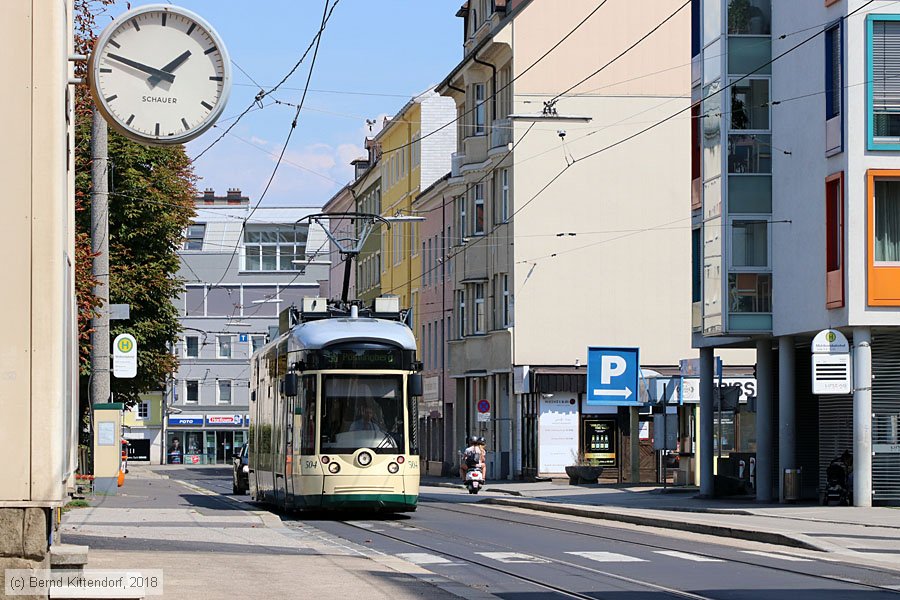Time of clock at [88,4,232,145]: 1:47
